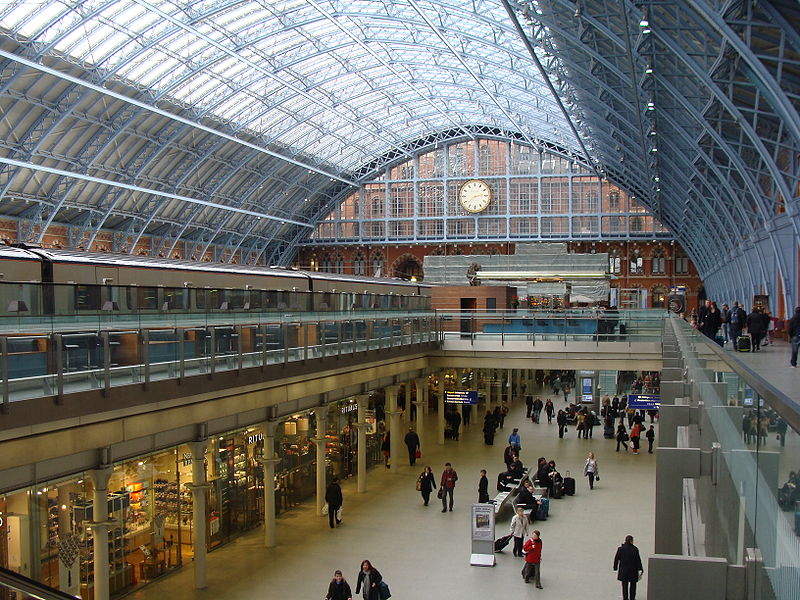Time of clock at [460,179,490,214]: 2:38
